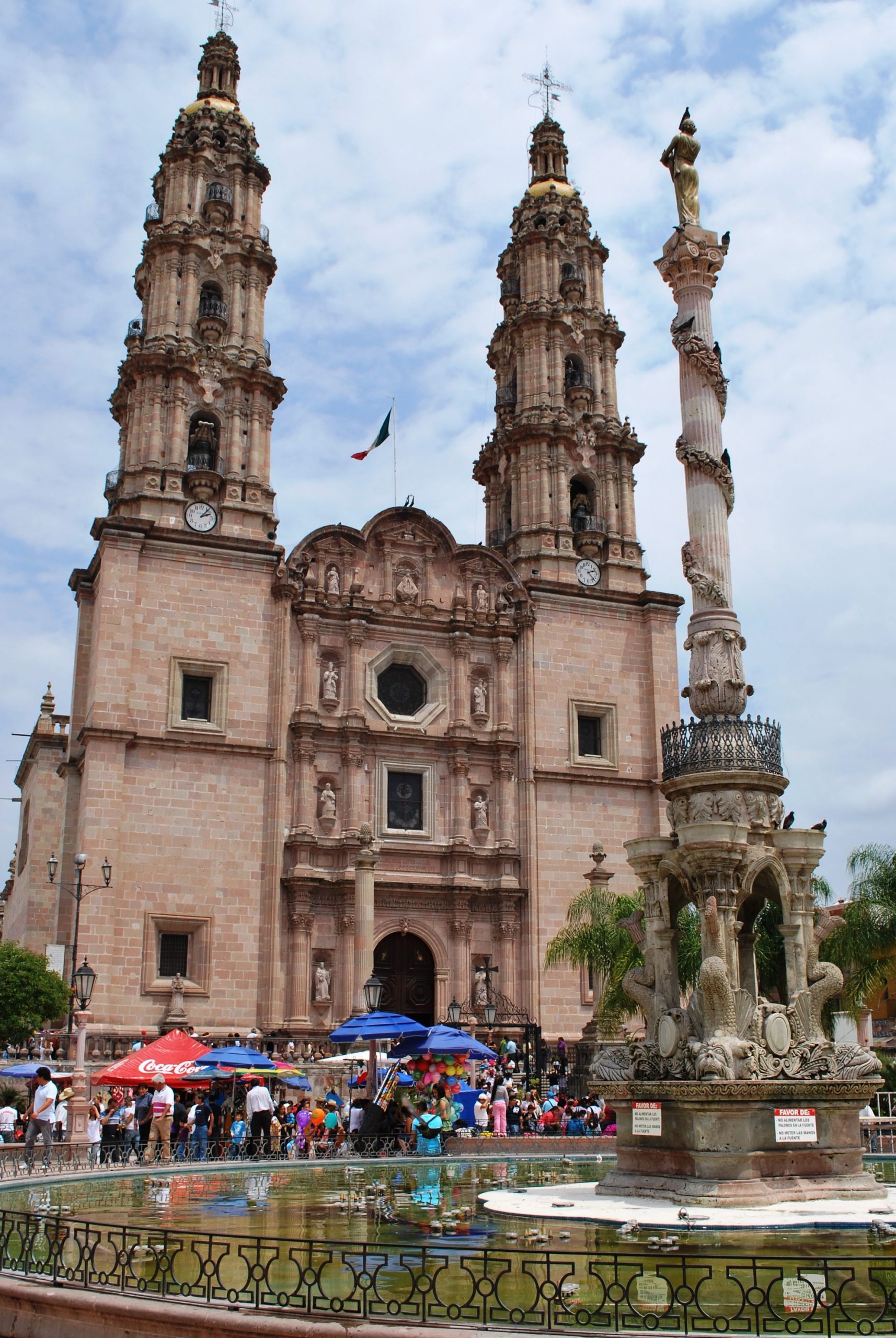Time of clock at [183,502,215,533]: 2:06
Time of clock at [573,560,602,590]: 2:22
